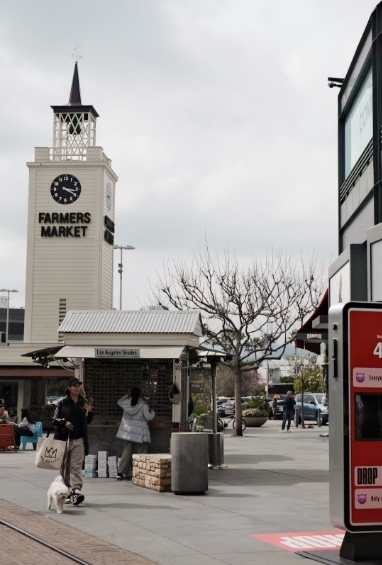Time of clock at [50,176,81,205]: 3:20
